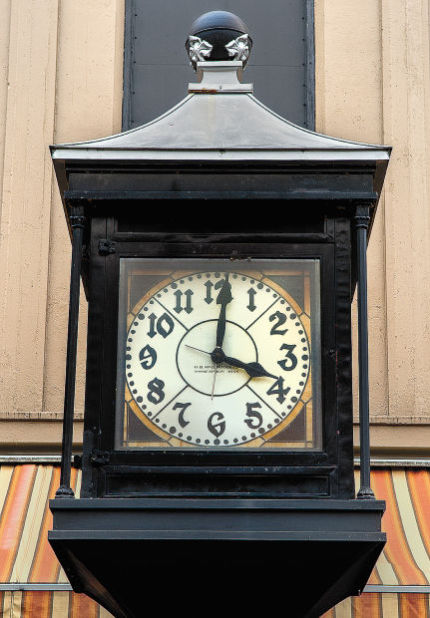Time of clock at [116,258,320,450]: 4:01
